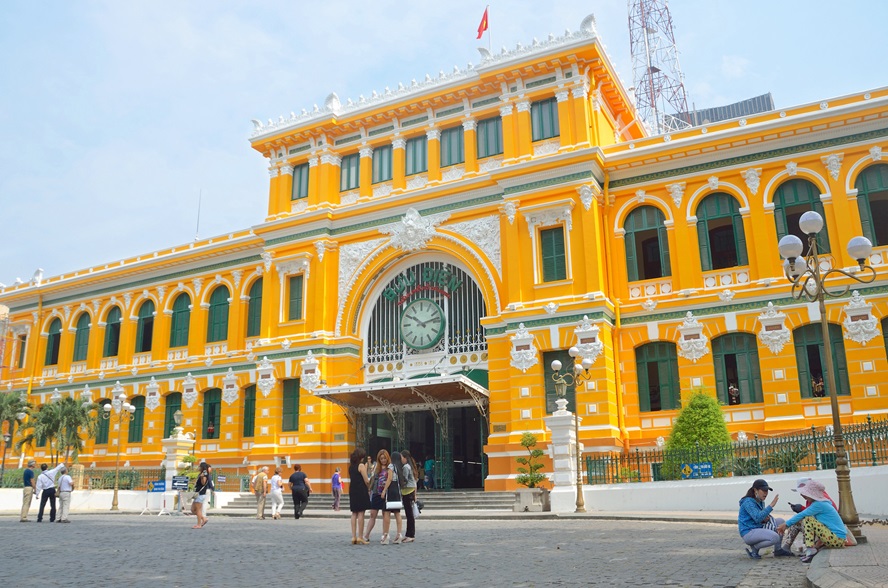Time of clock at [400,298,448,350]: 10:12
